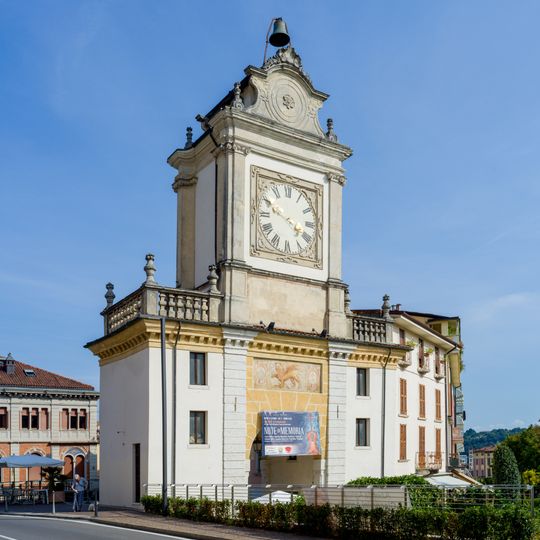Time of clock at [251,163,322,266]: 3:48
